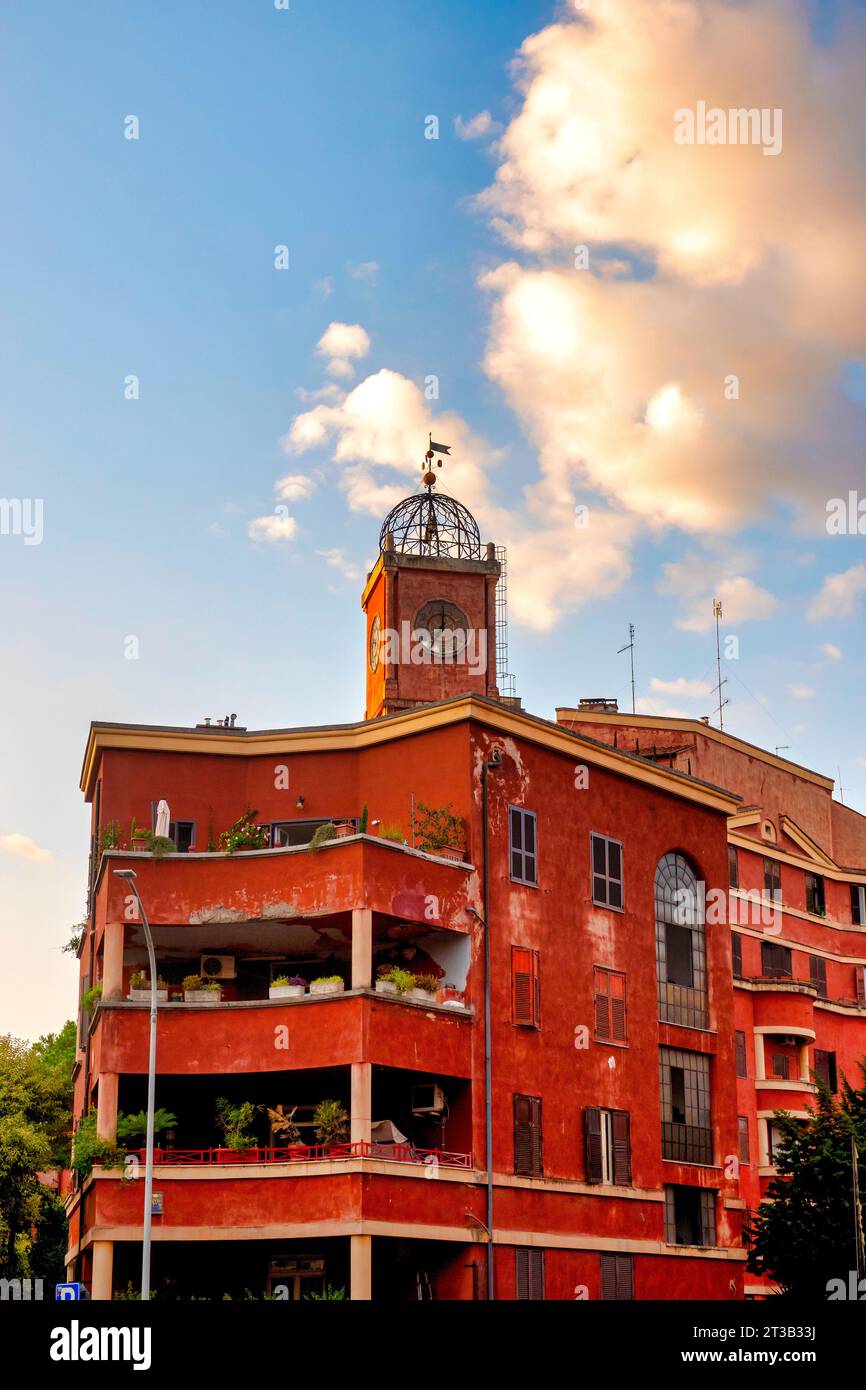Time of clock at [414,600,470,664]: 12:00
